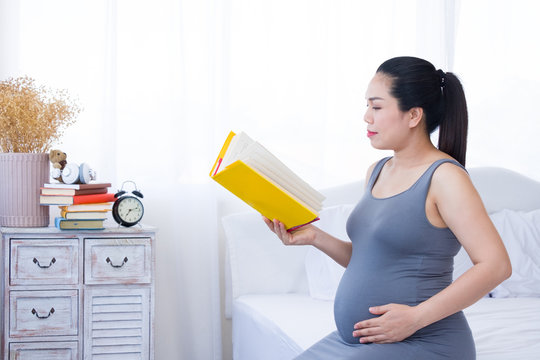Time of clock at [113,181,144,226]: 7:12
